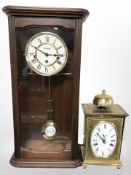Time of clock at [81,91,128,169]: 11:51
